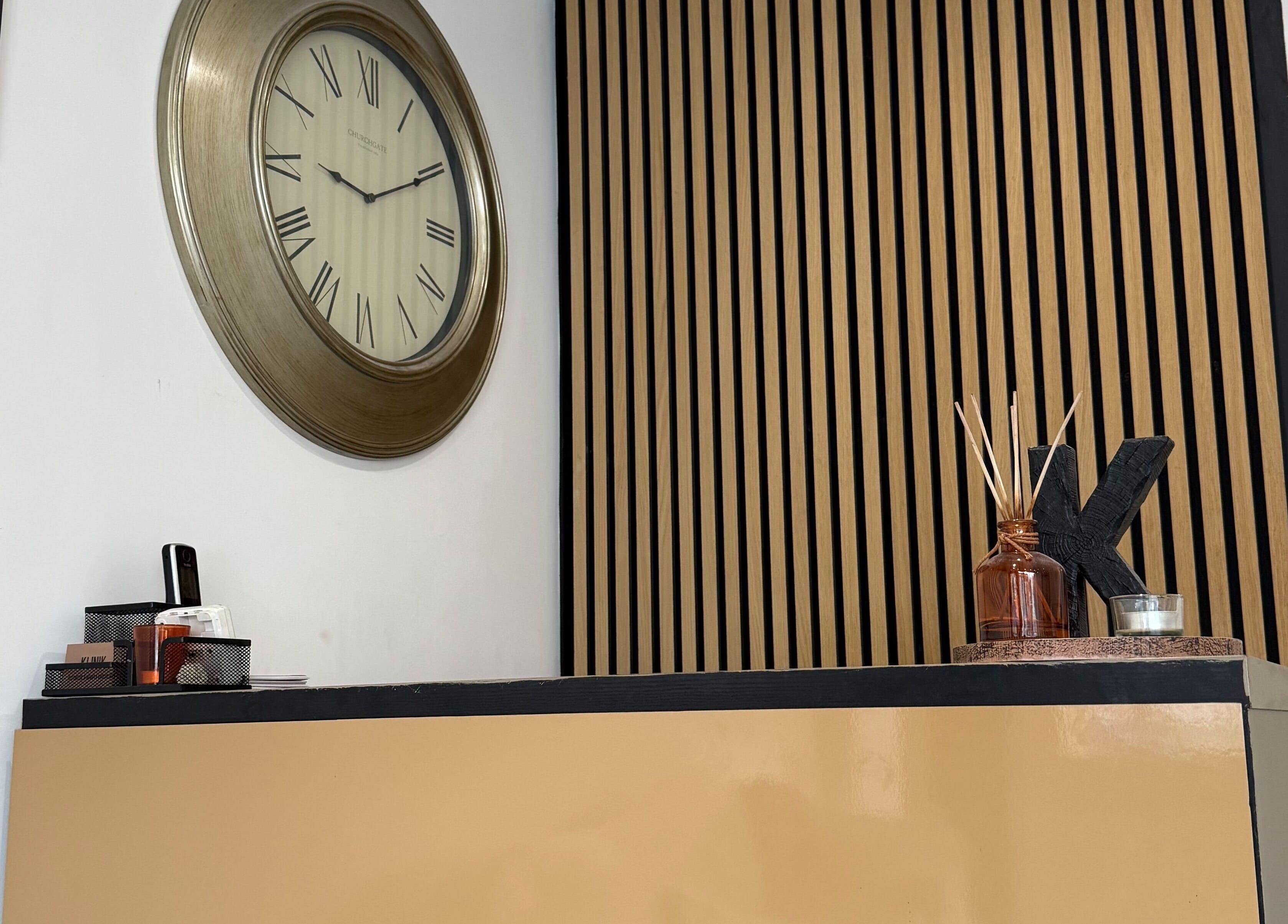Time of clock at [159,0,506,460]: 9:10
